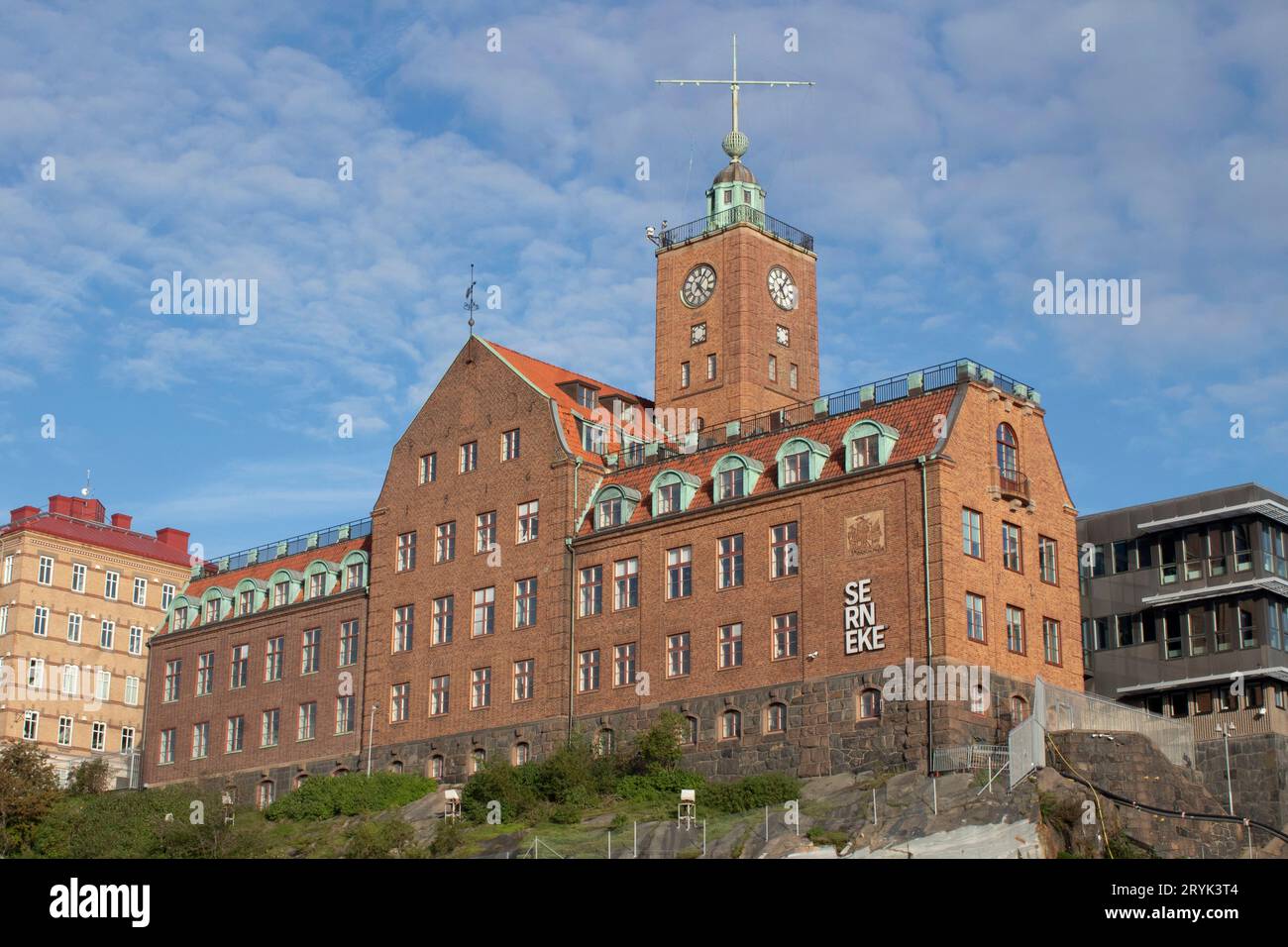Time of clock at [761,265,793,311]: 5:06
